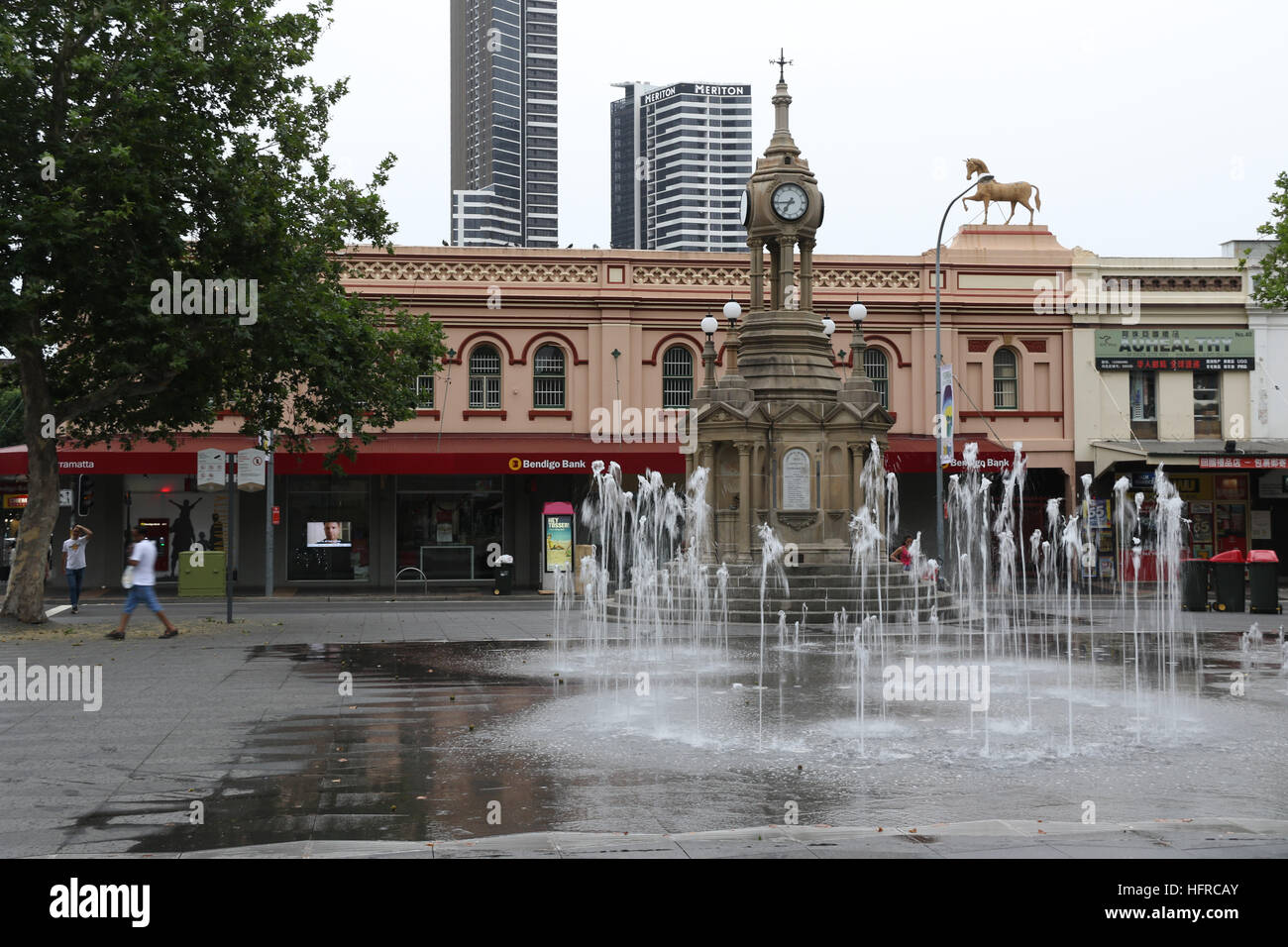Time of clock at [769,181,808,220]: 6:44
